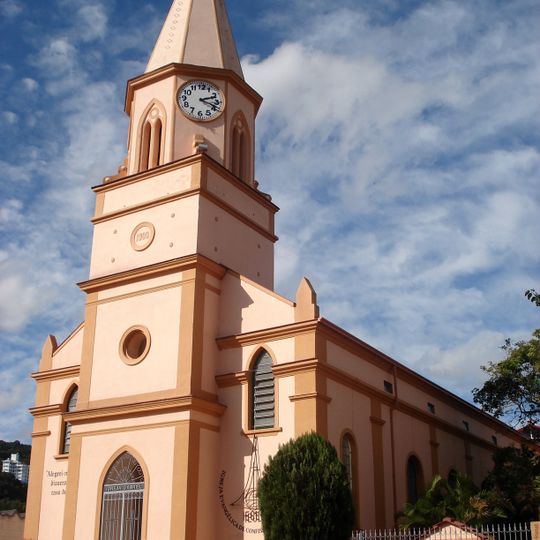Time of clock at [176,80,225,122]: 2:18
